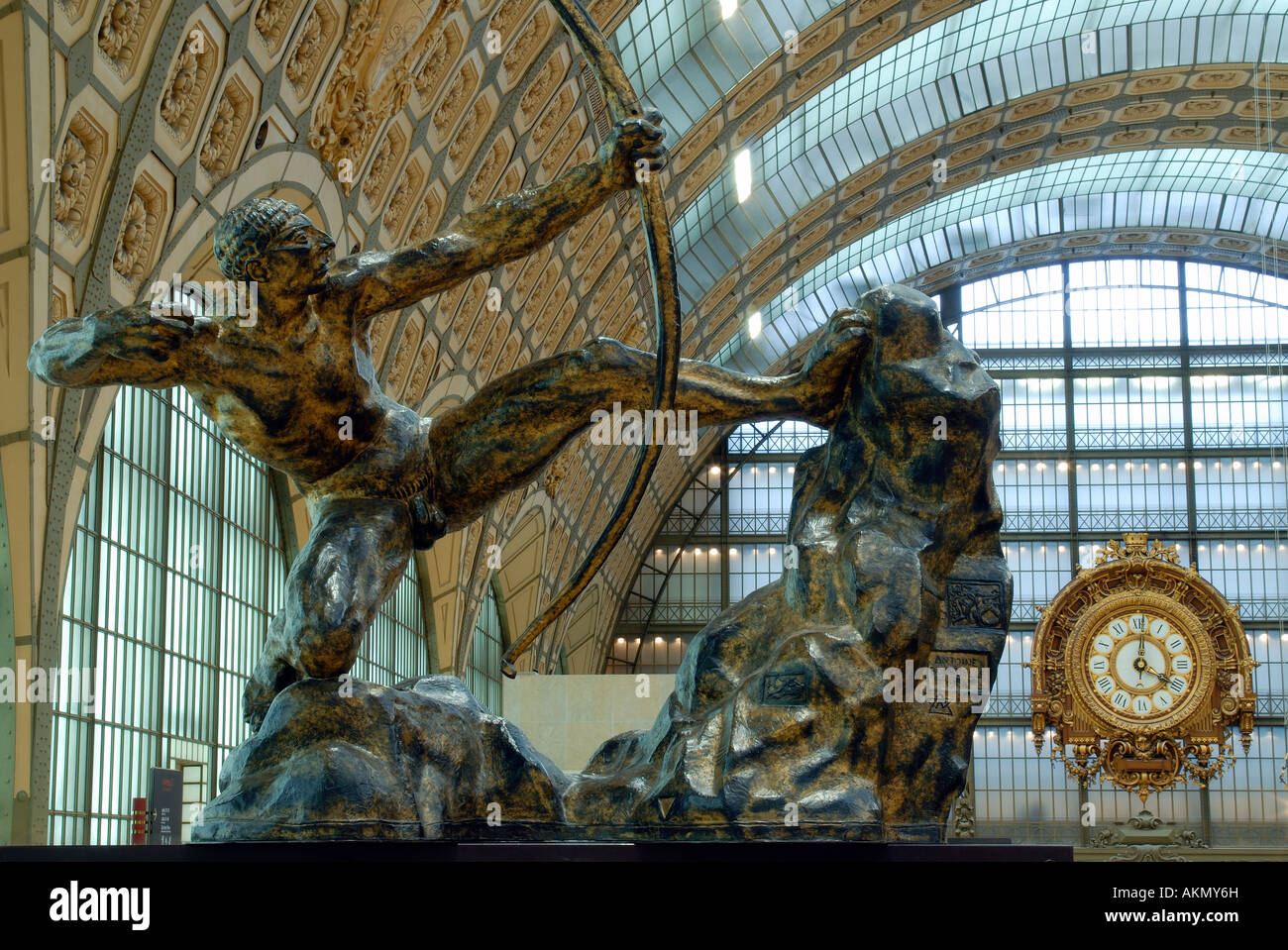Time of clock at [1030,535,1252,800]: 4:01
